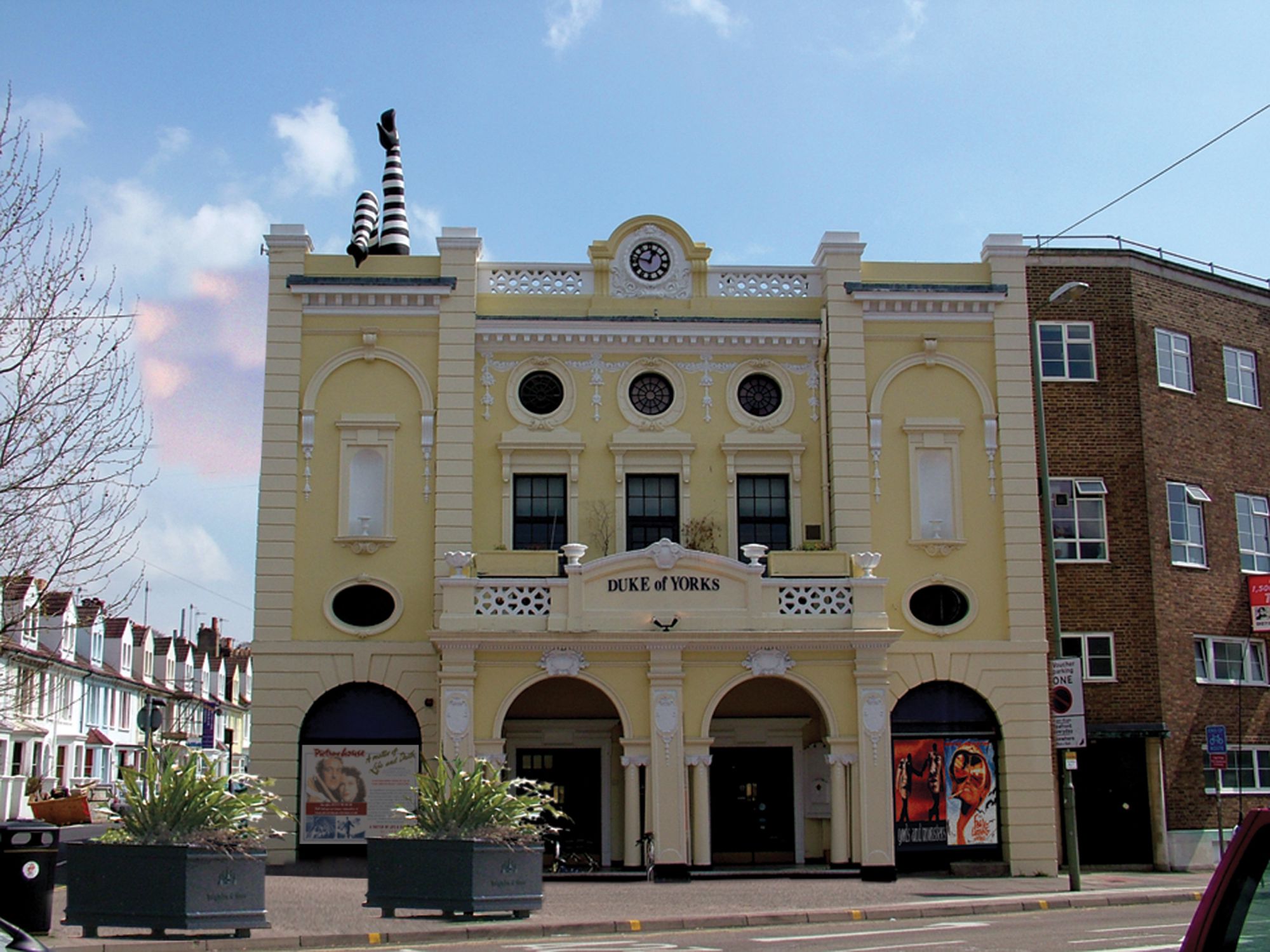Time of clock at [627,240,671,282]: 12:47
